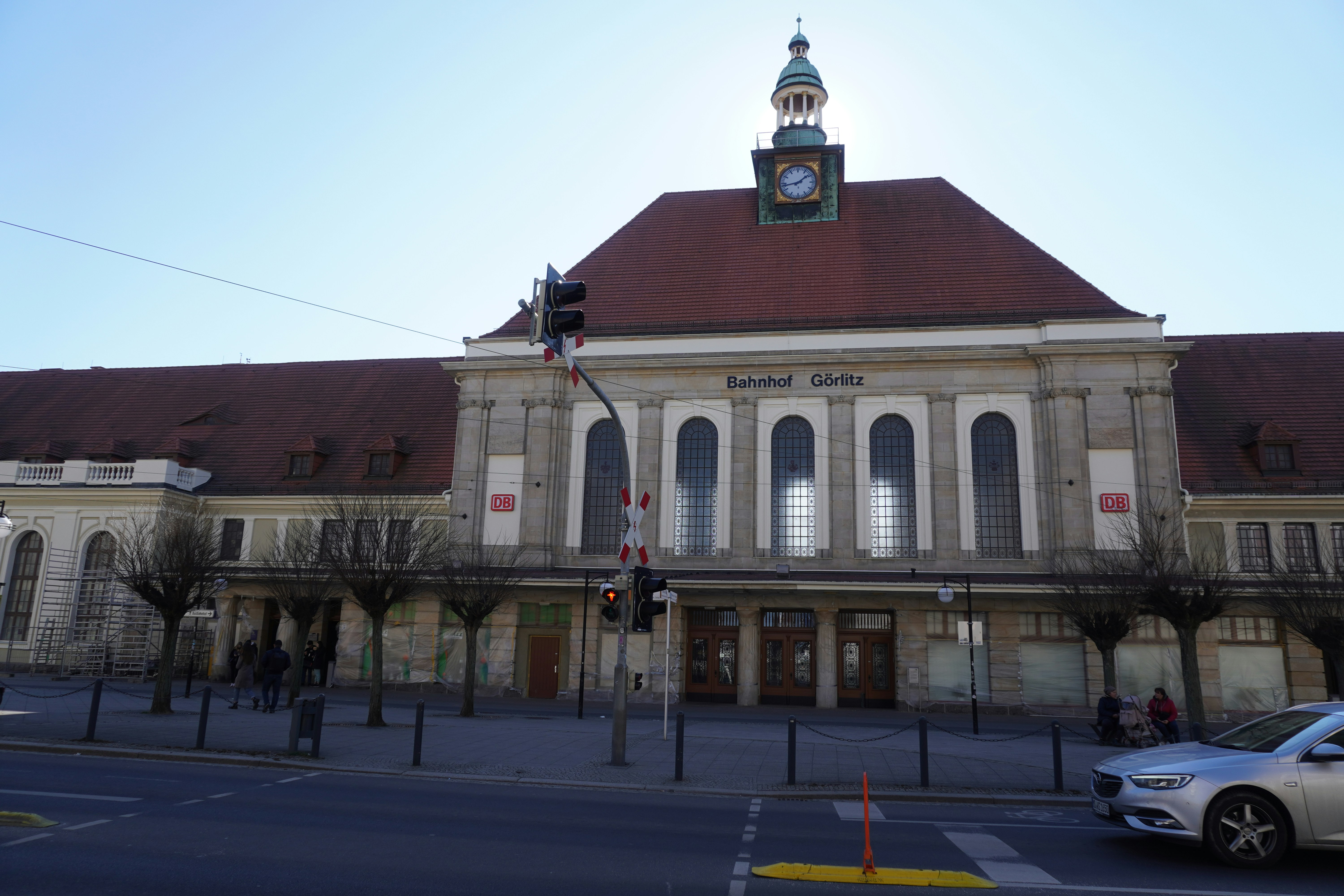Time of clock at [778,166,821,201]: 1:43
